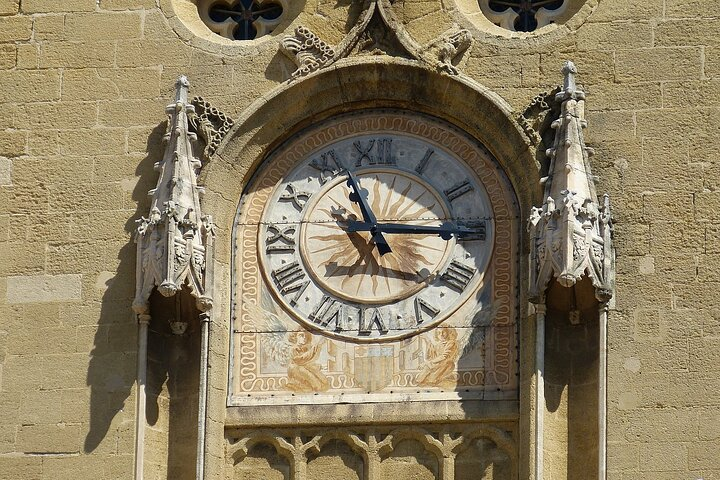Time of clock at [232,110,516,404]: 2:56
